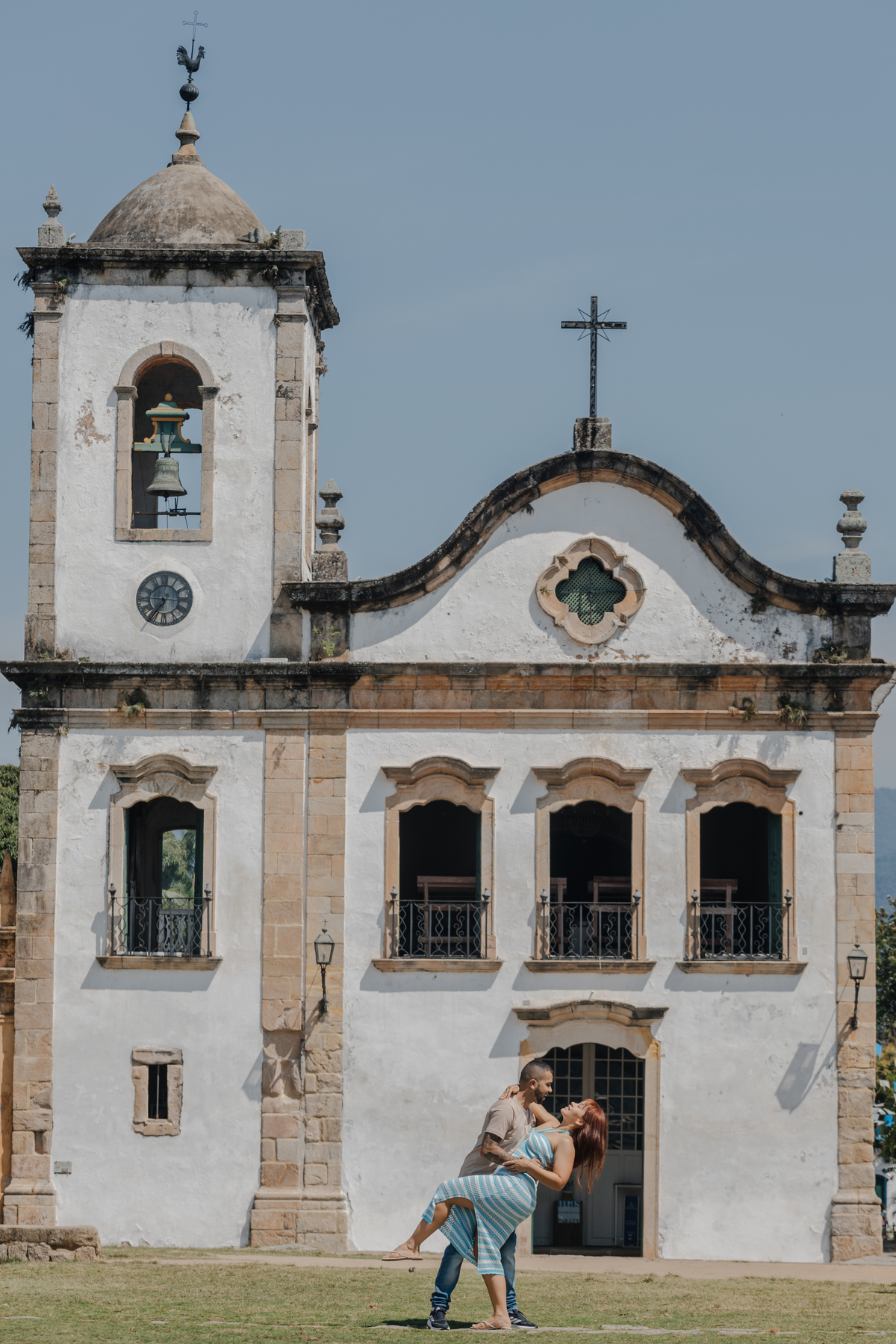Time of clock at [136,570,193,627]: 7:15
